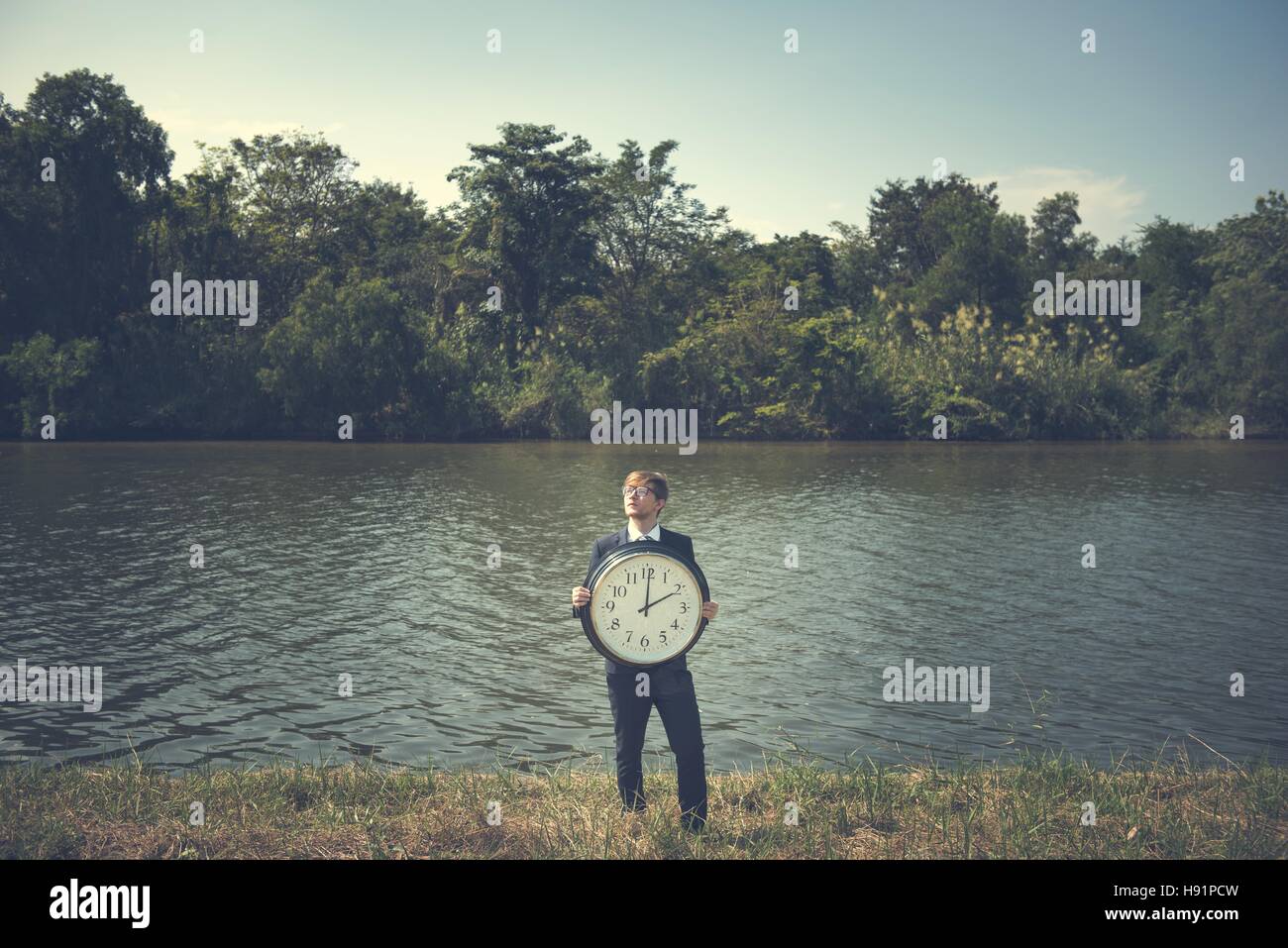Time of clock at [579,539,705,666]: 2:00
